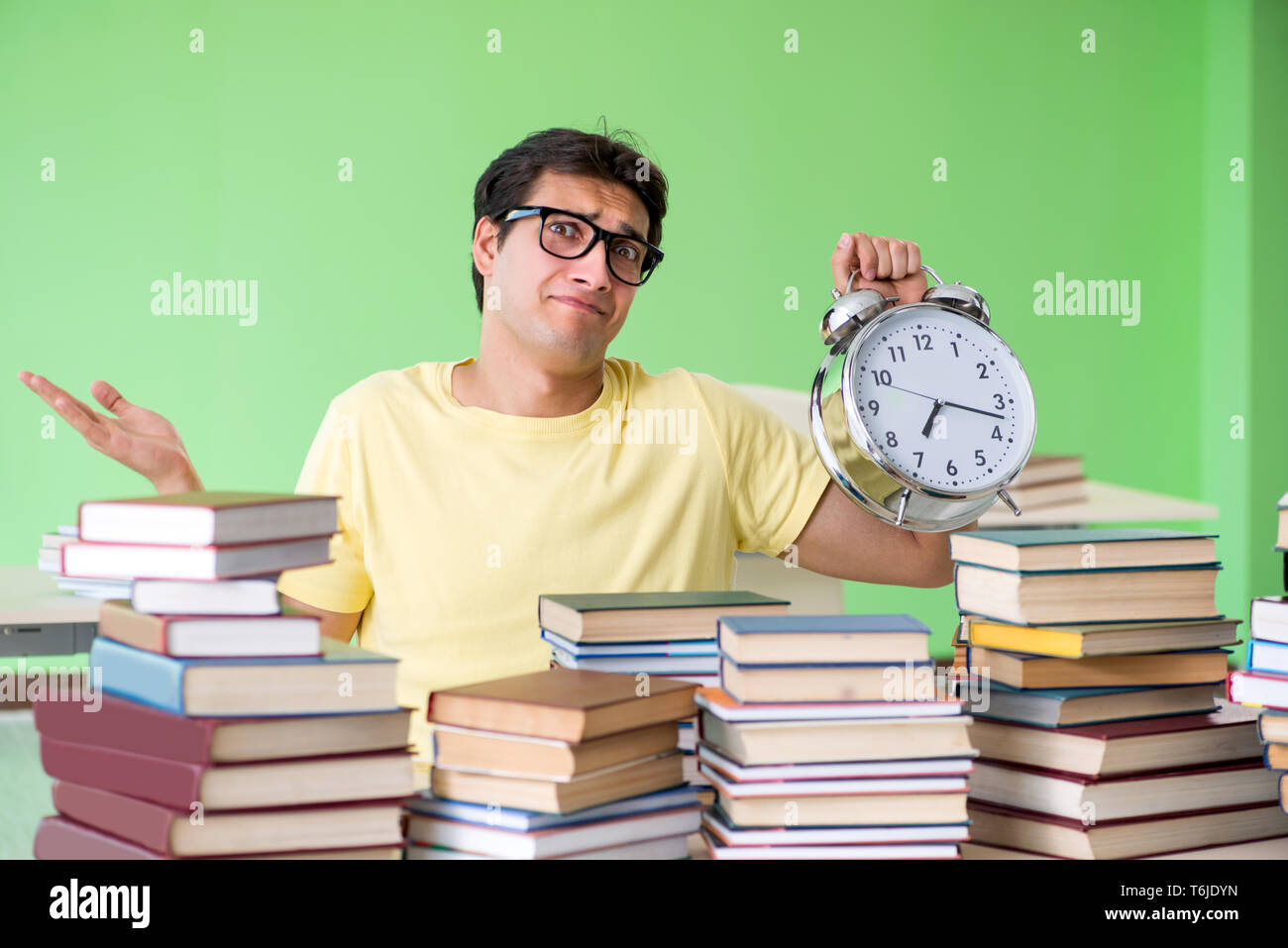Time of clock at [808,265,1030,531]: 7:17
